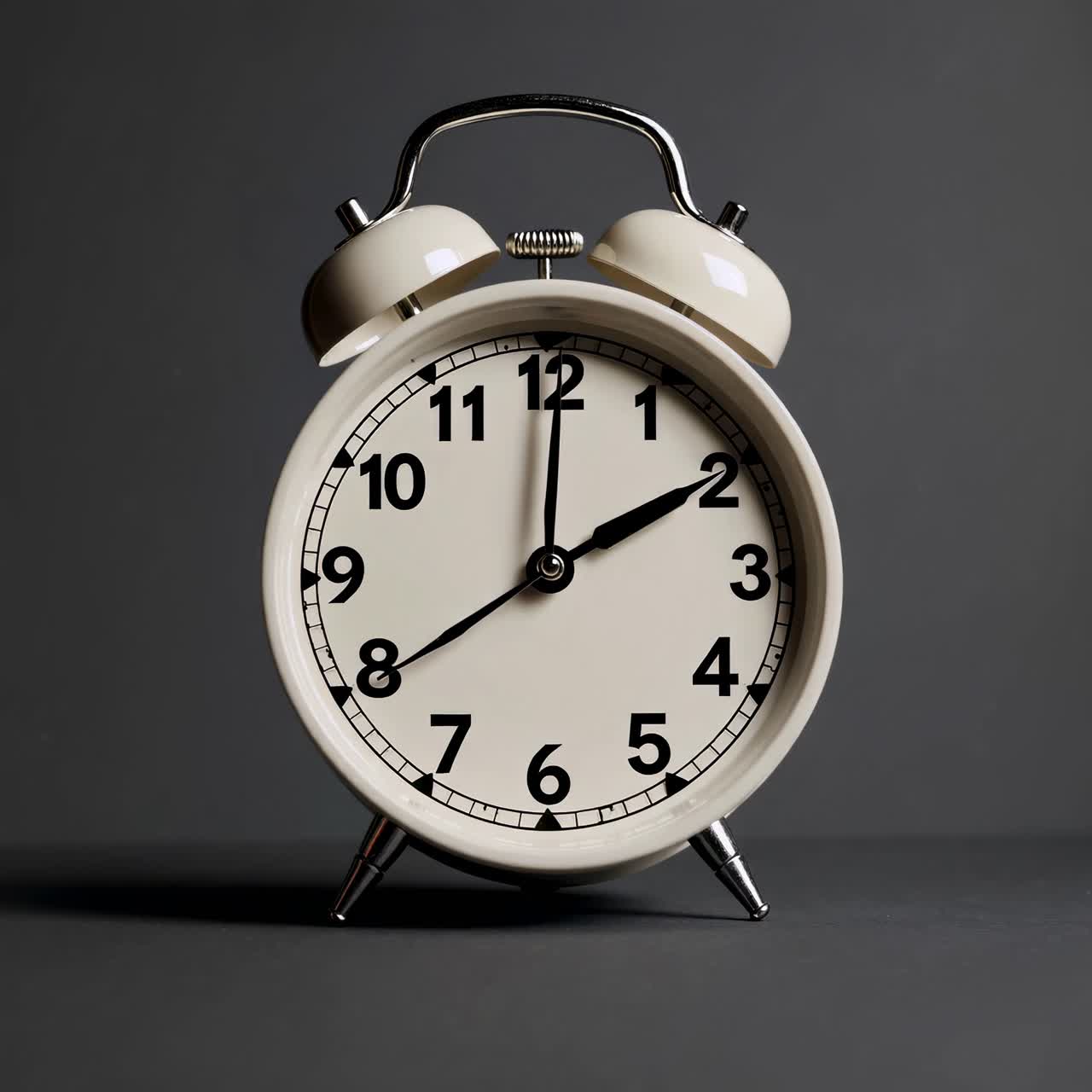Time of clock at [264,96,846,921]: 2:00
